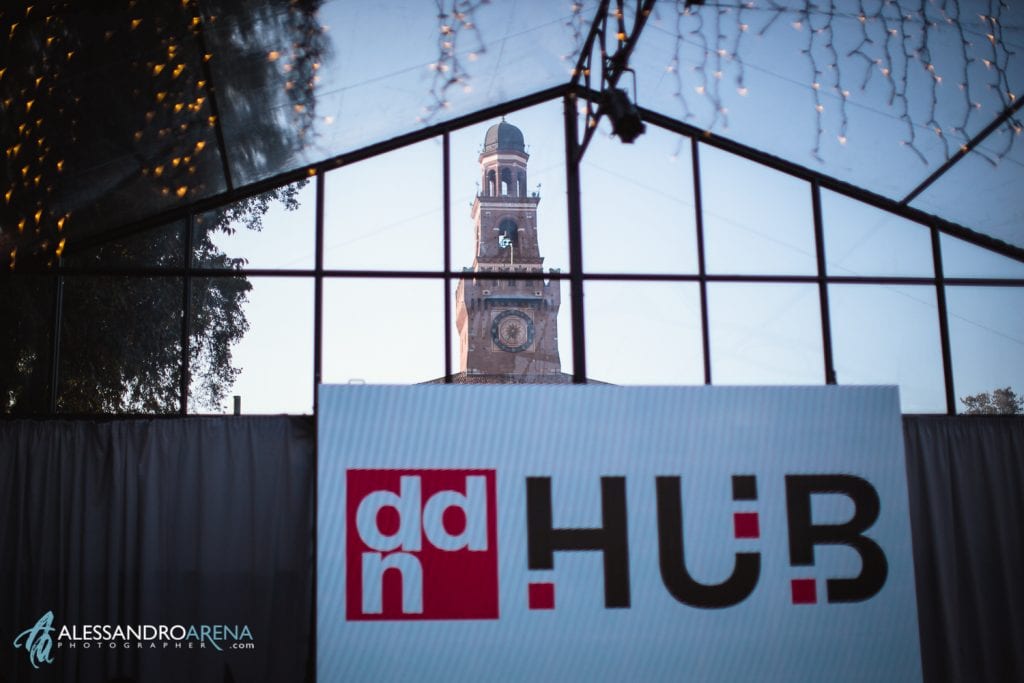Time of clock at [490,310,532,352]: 5:35
